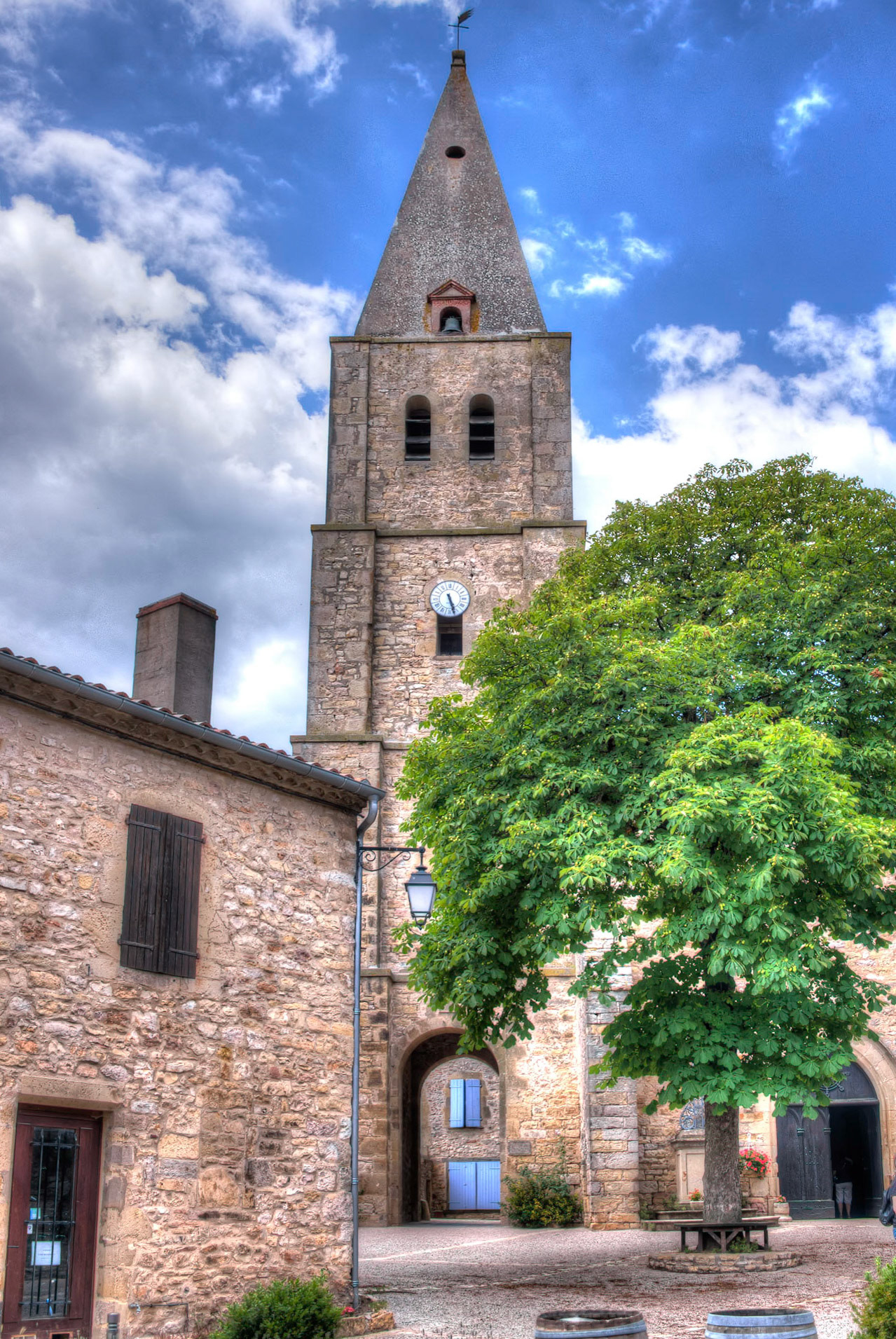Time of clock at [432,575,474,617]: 5:27
